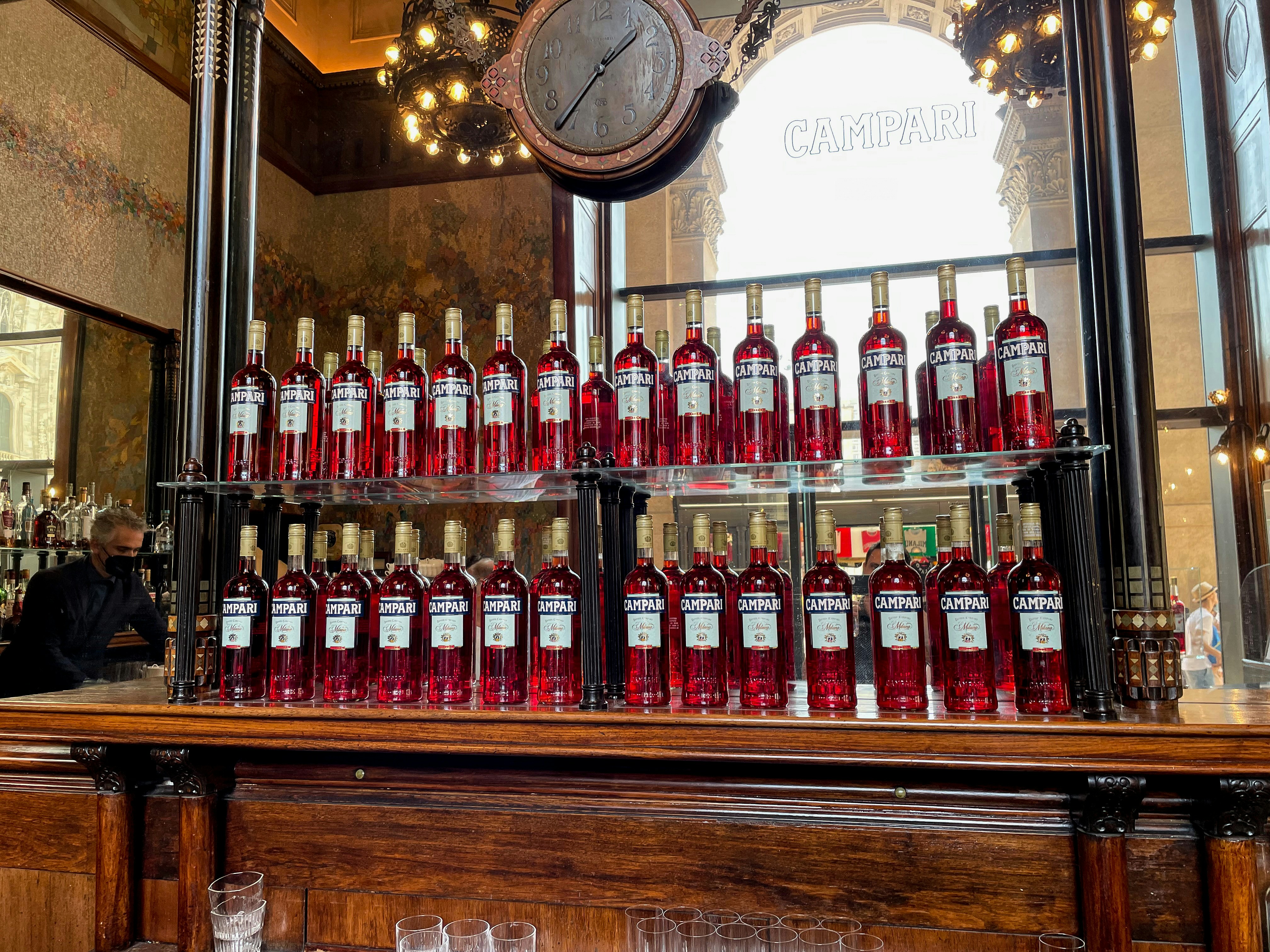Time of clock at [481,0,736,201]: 1:35
